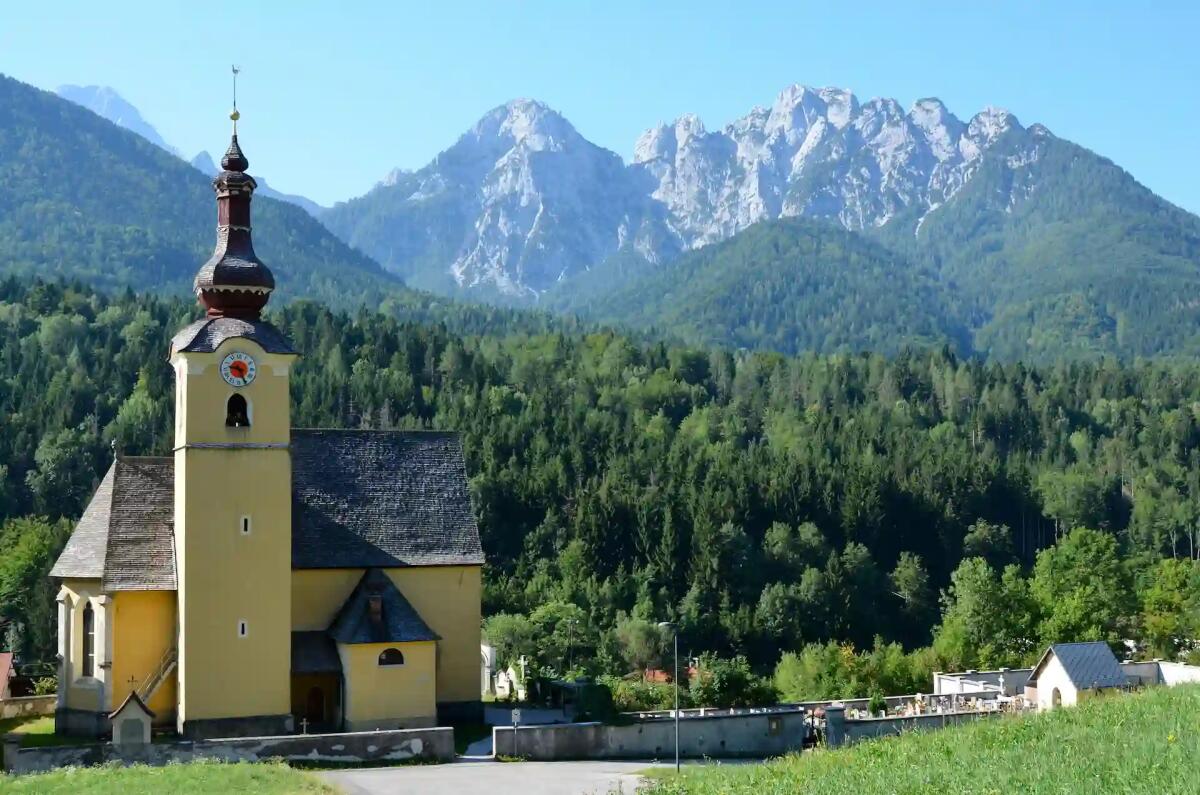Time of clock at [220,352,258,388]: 9:25
